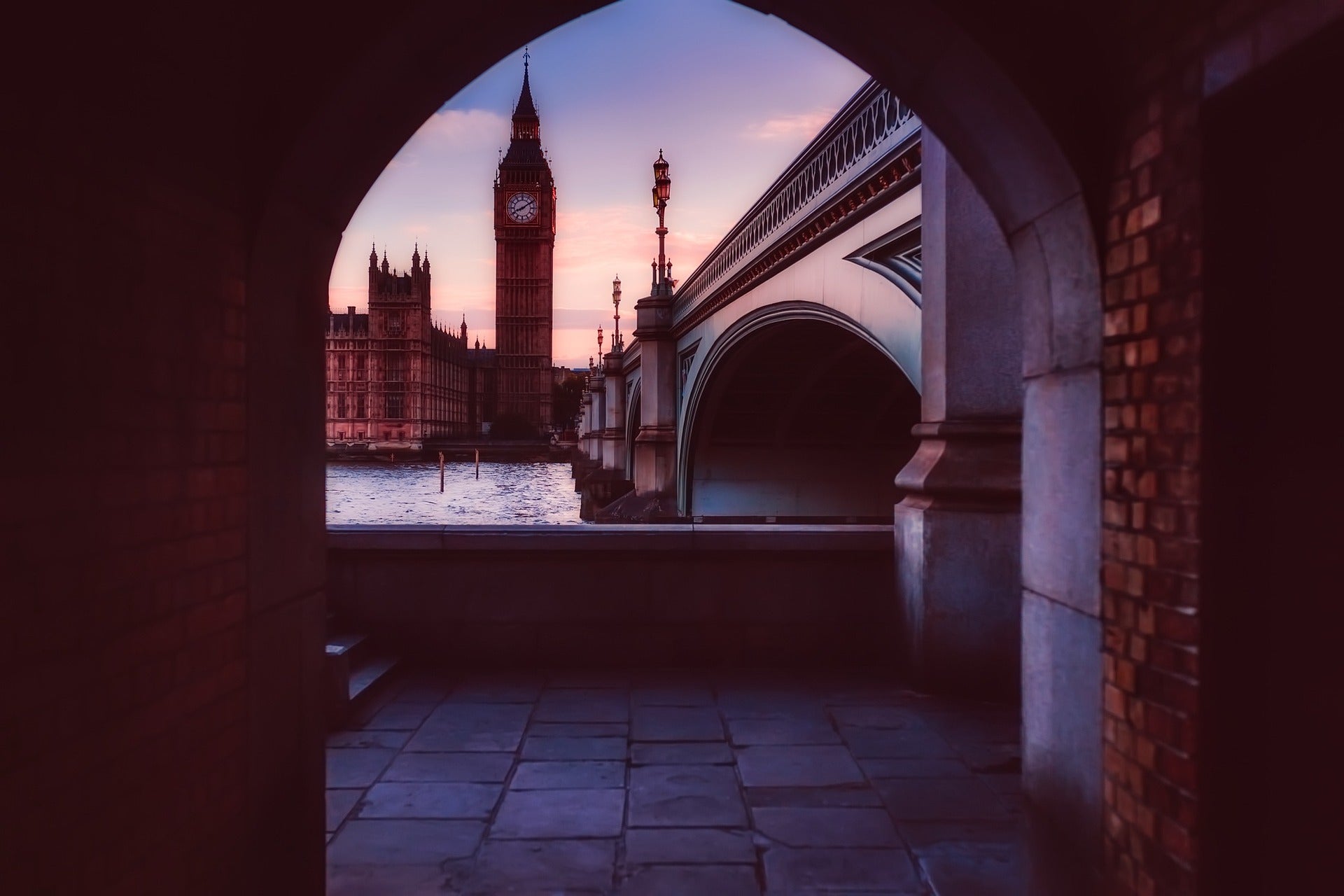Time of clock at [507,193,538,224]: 8:09
